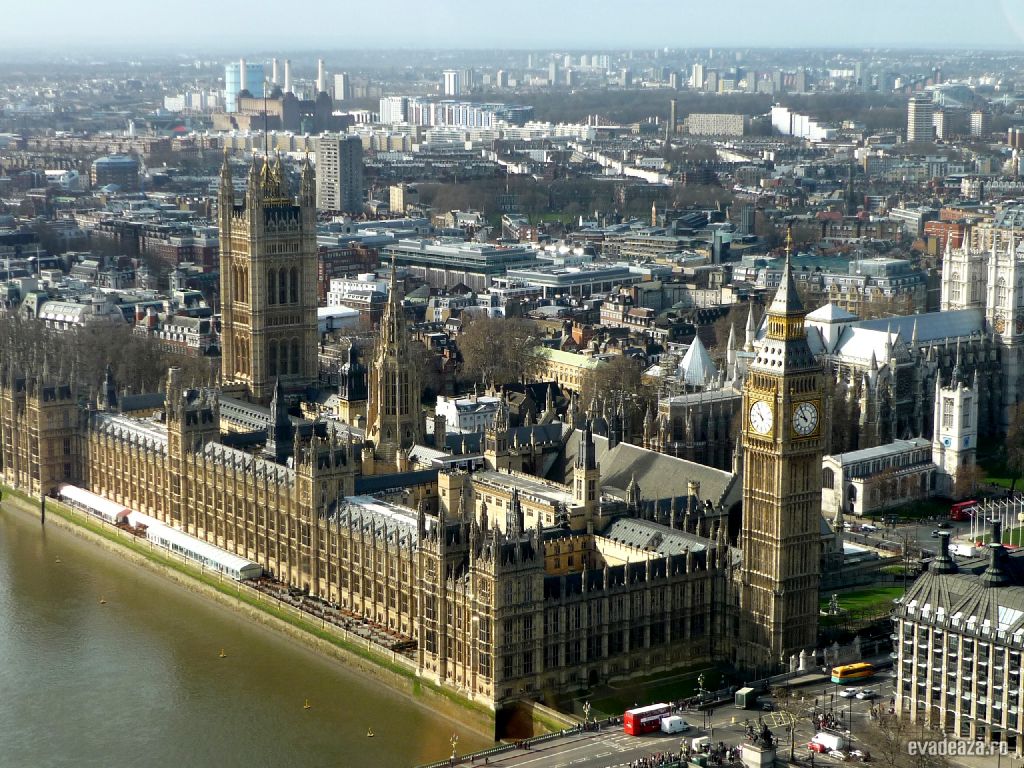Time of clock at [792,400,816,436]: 9:54
